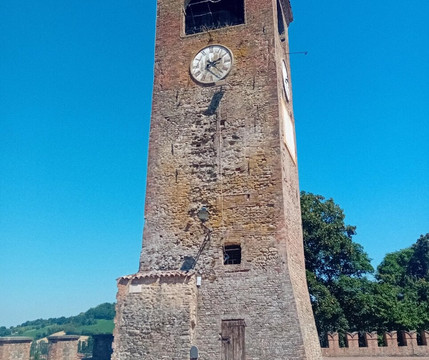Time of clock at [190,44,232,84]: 2:21
